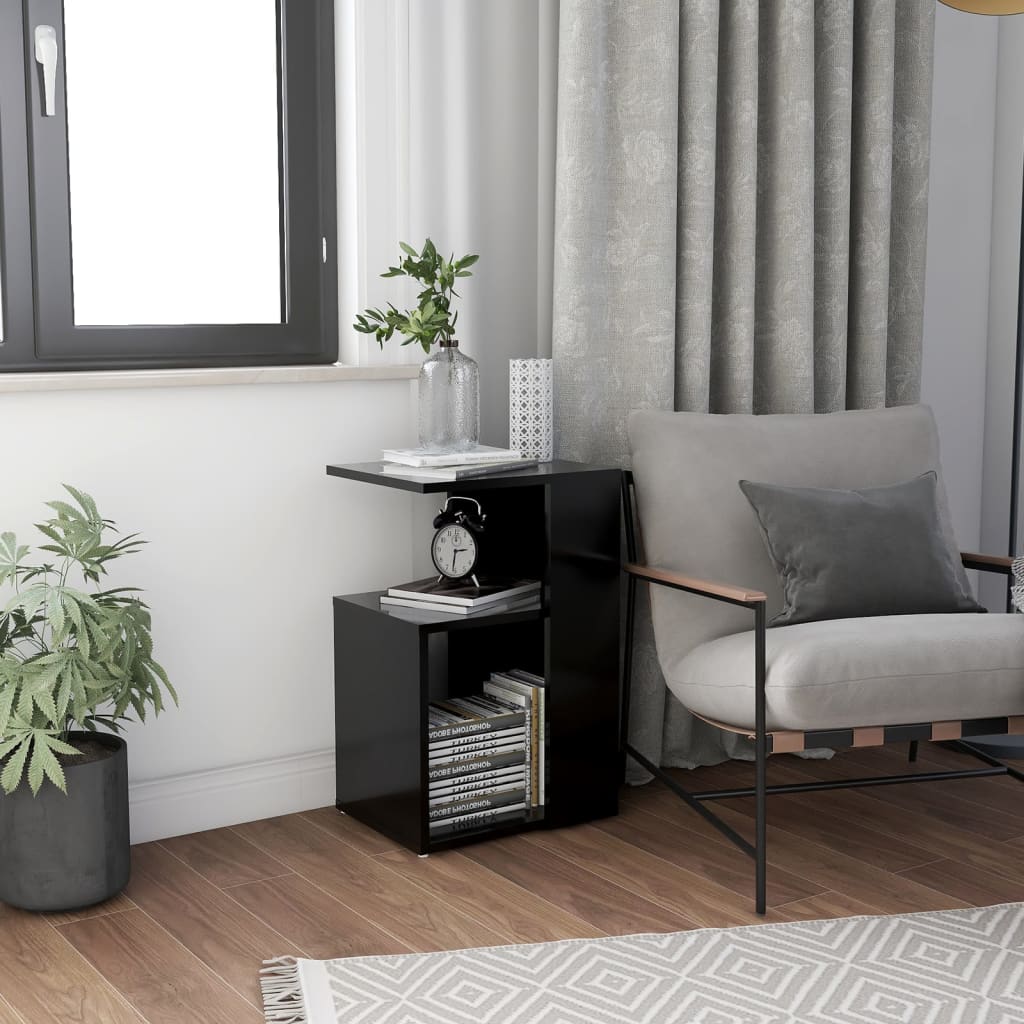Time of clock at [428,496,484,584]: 2:31
